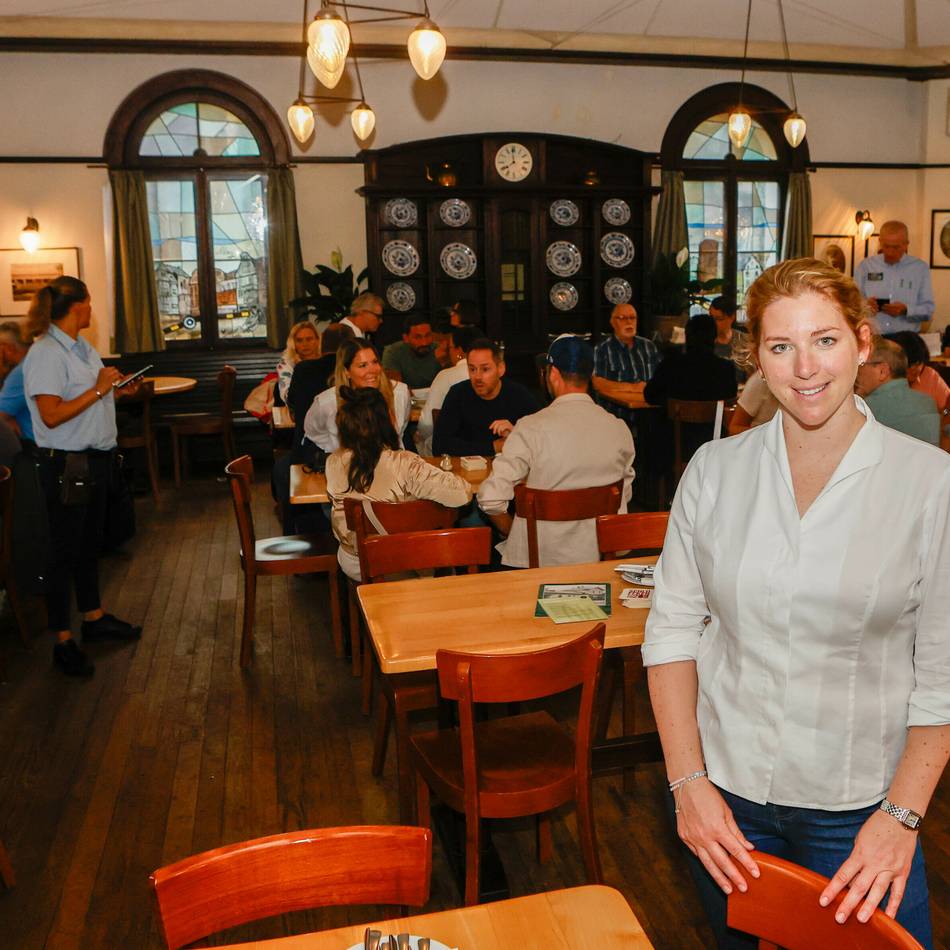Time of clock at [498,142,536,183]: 7:58
